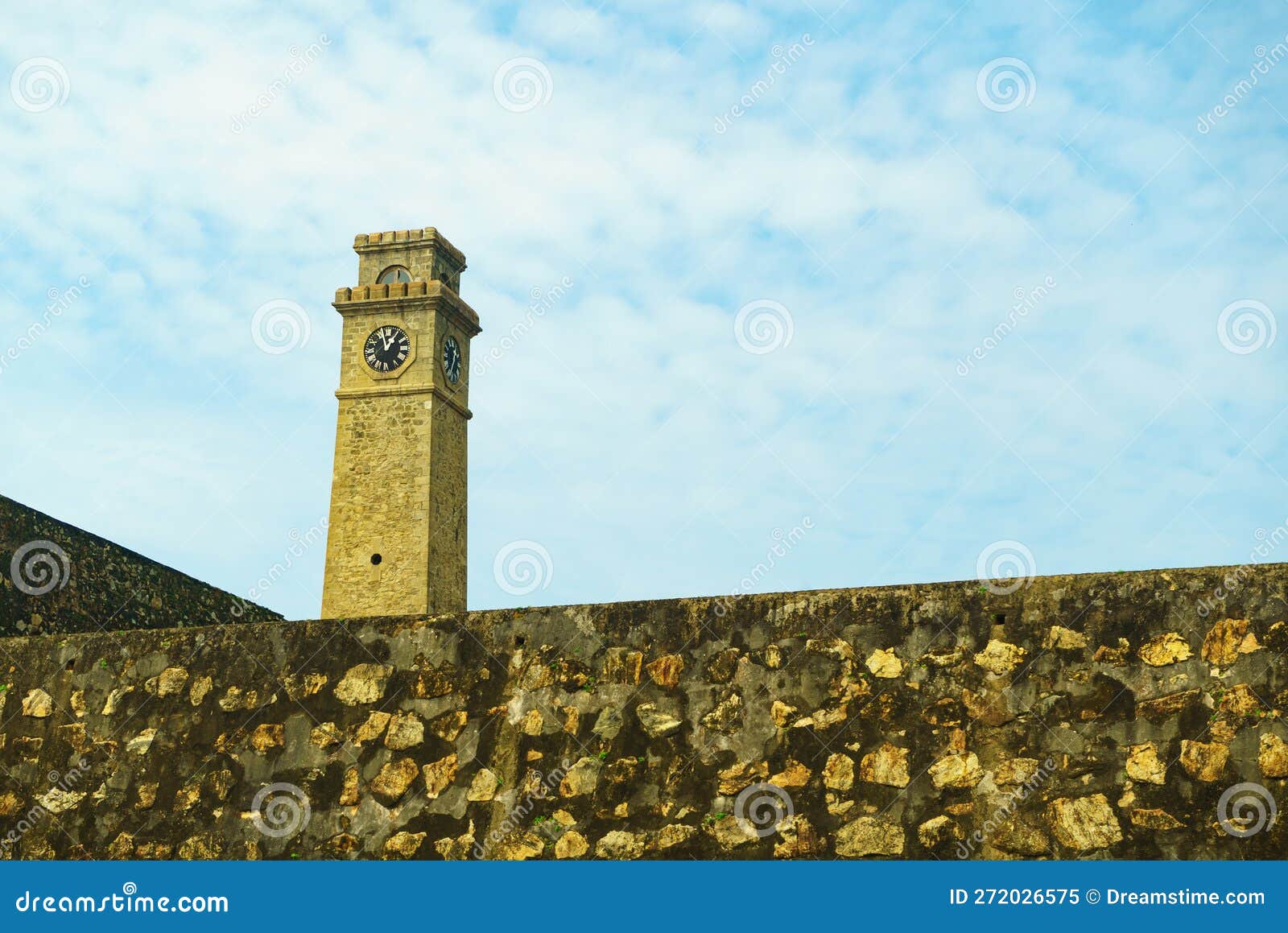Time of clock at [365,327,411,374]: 12:57
